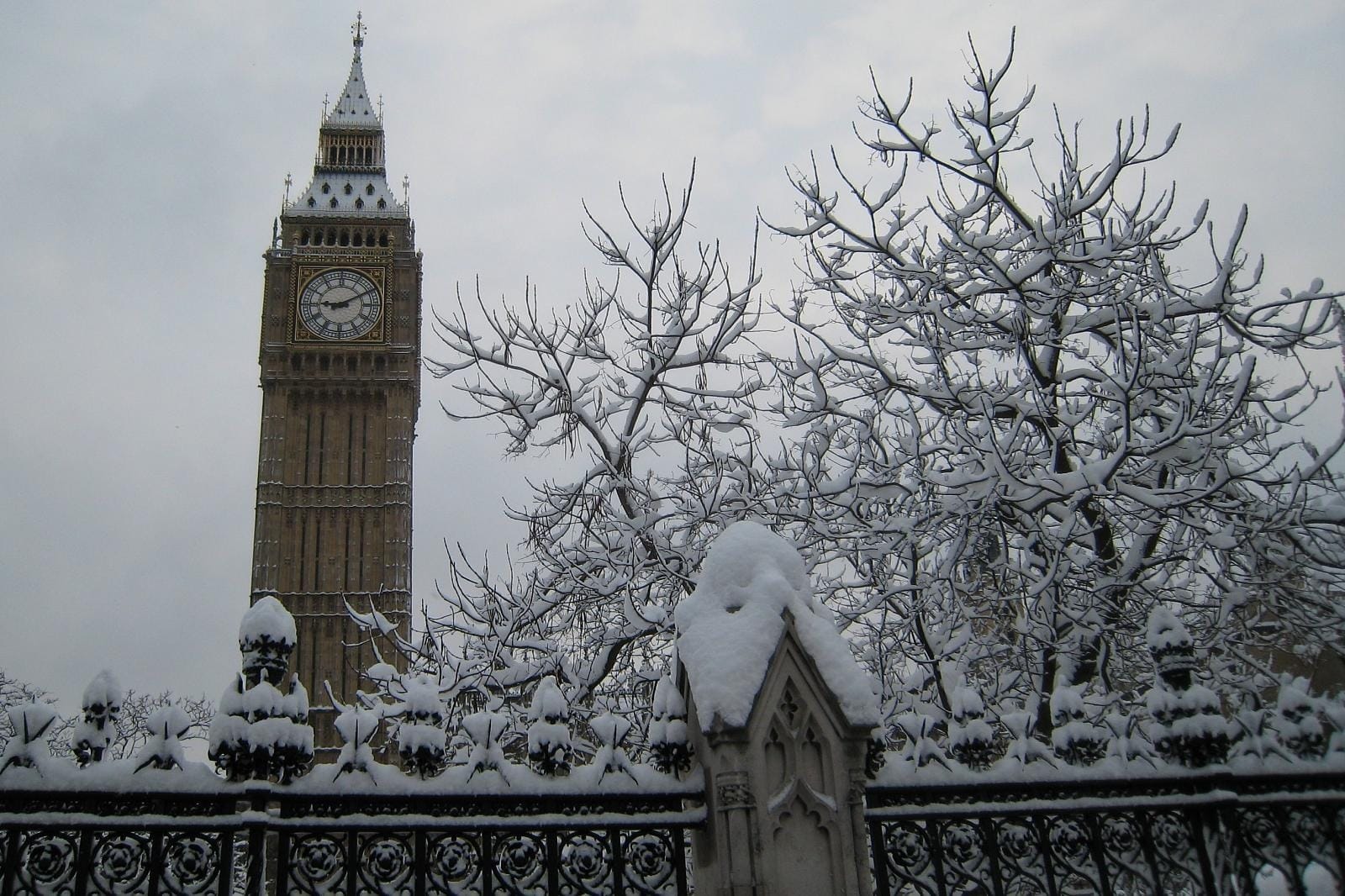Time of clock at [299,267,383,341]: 9:10
